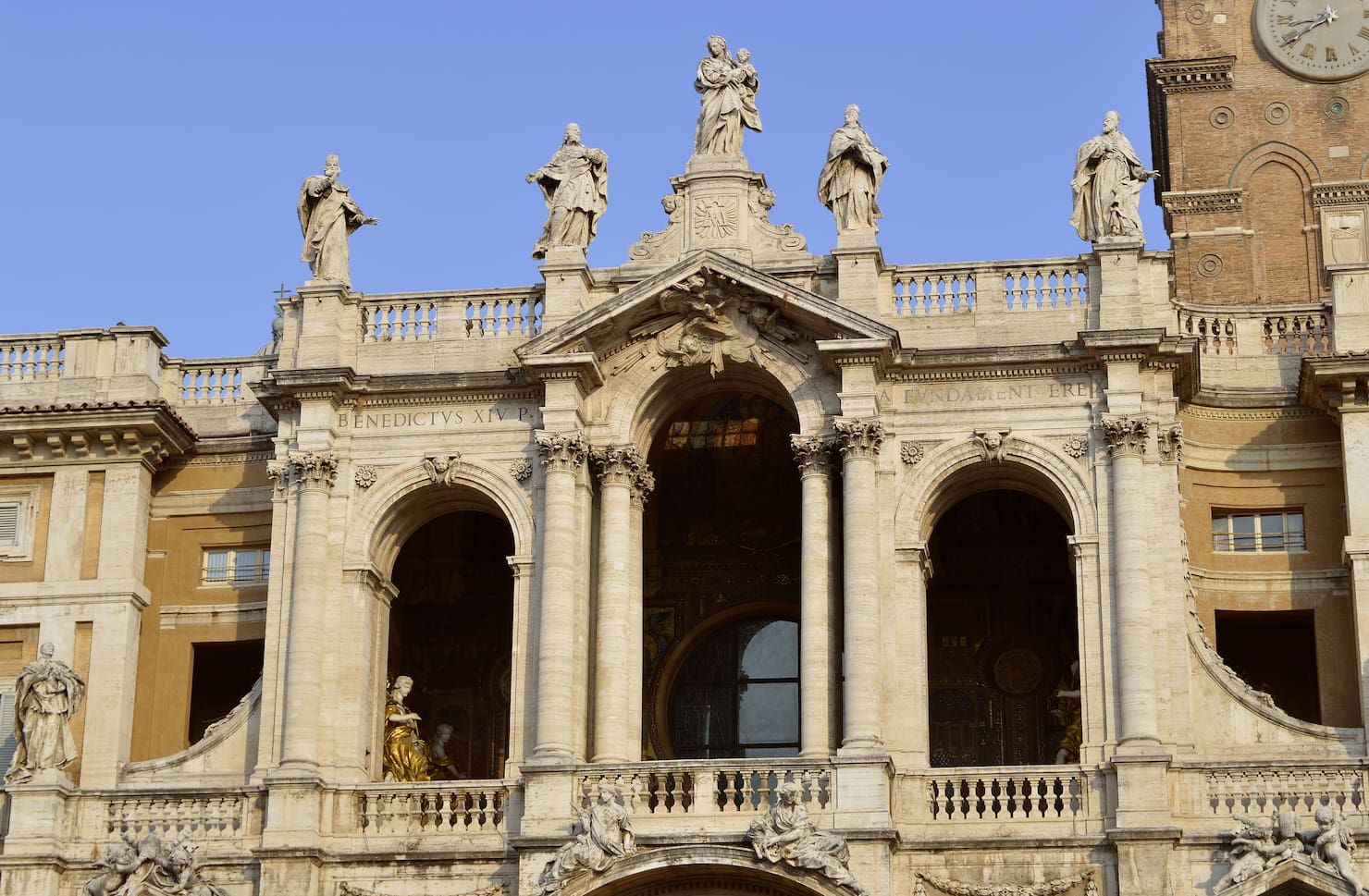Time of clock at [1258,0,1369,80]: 8:39
